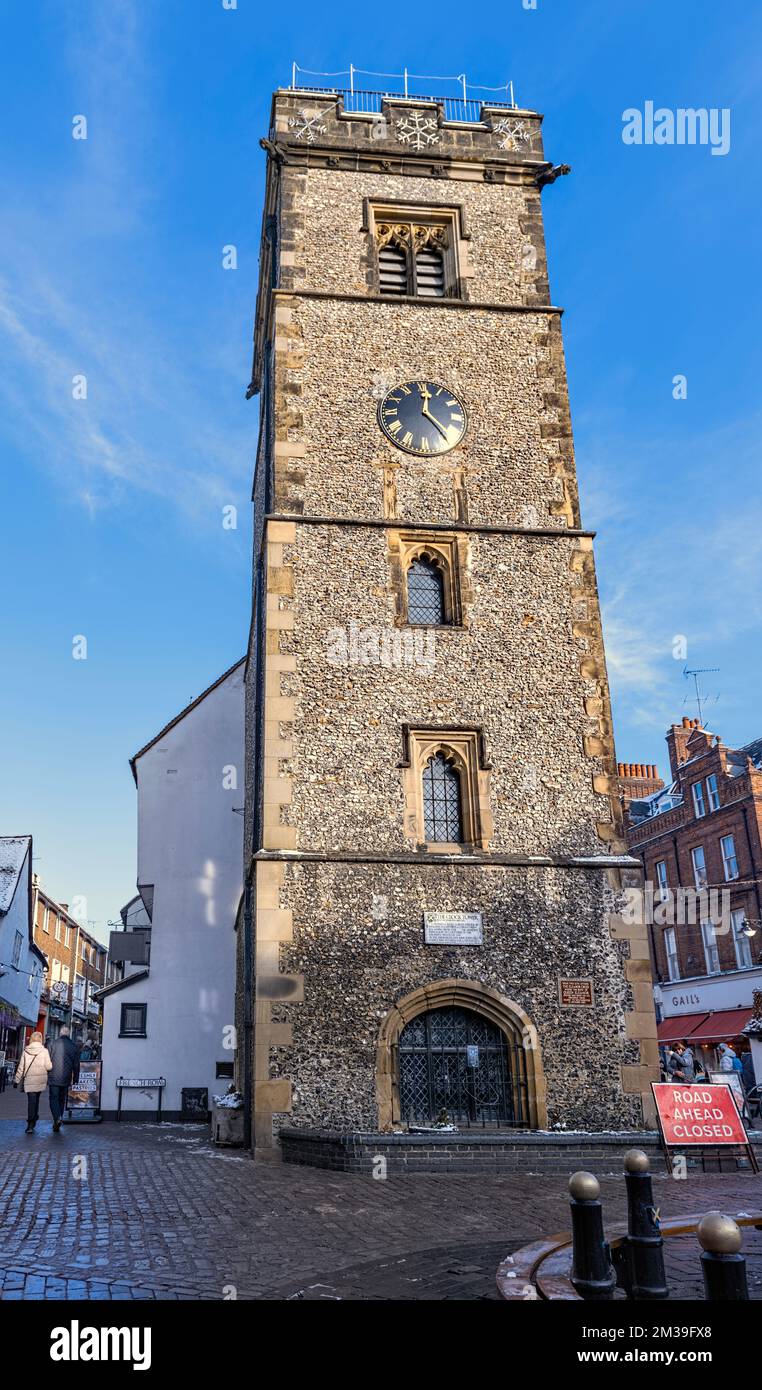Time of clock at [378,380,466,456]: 12:23
